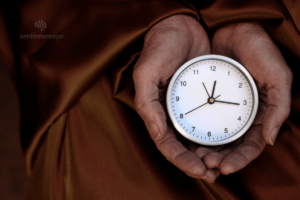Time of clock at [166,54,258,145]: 12:15
